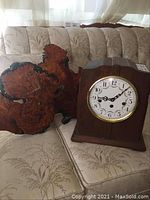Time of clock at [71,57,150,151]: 8:07
